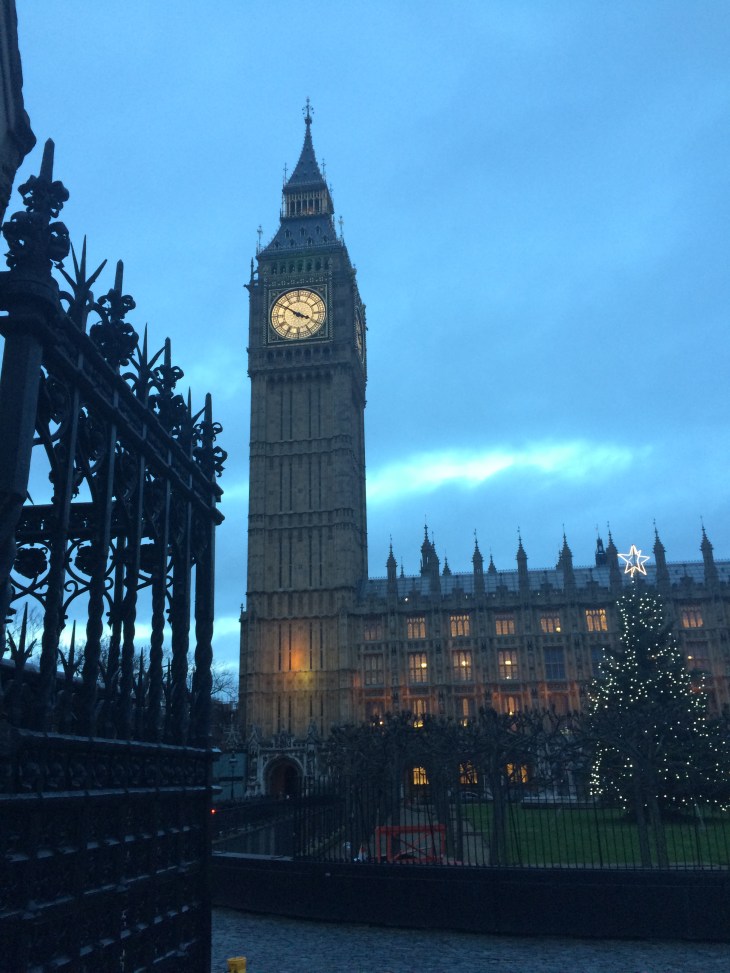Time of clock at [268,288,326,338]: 3:50
